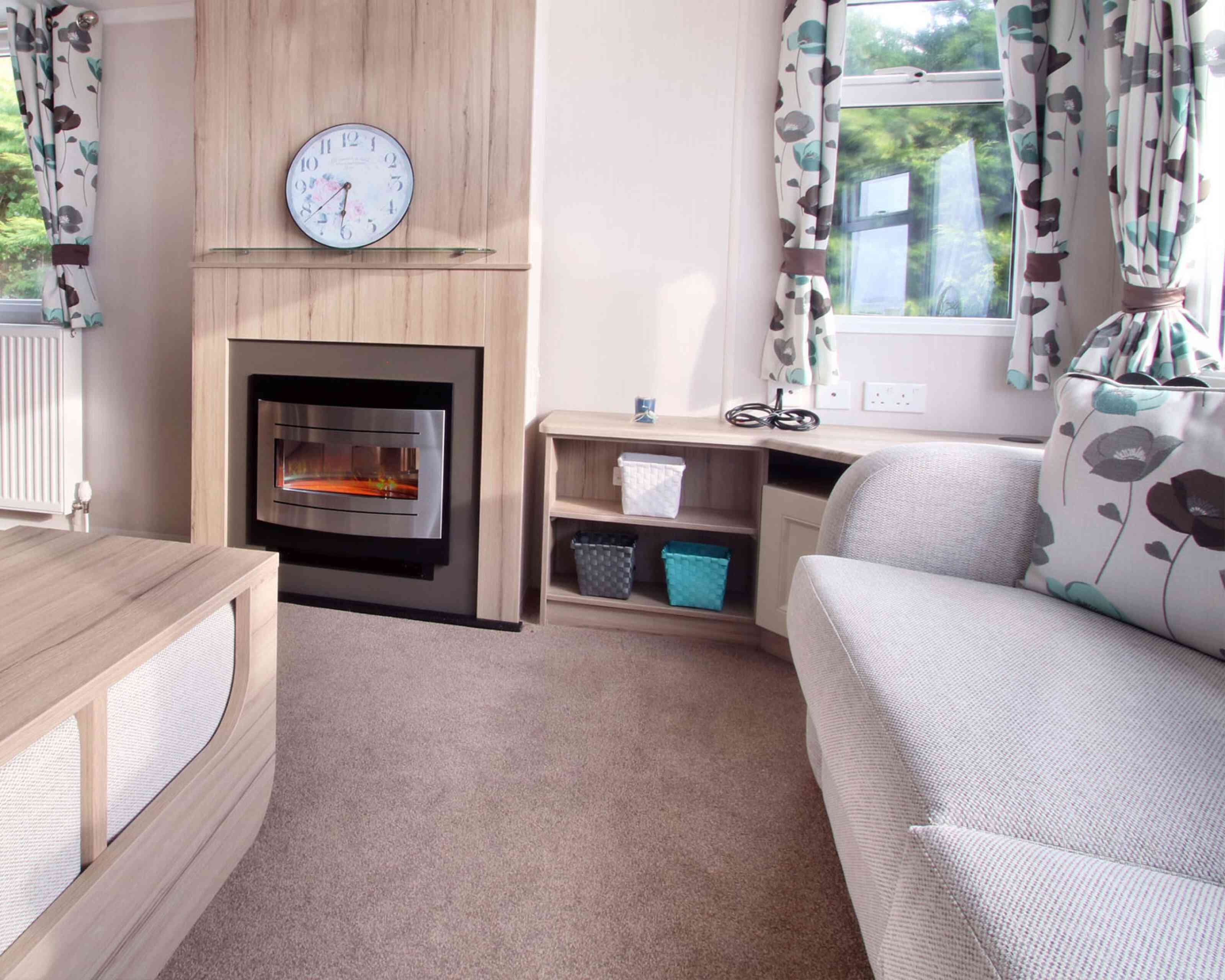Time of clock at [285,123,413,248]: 9:31
